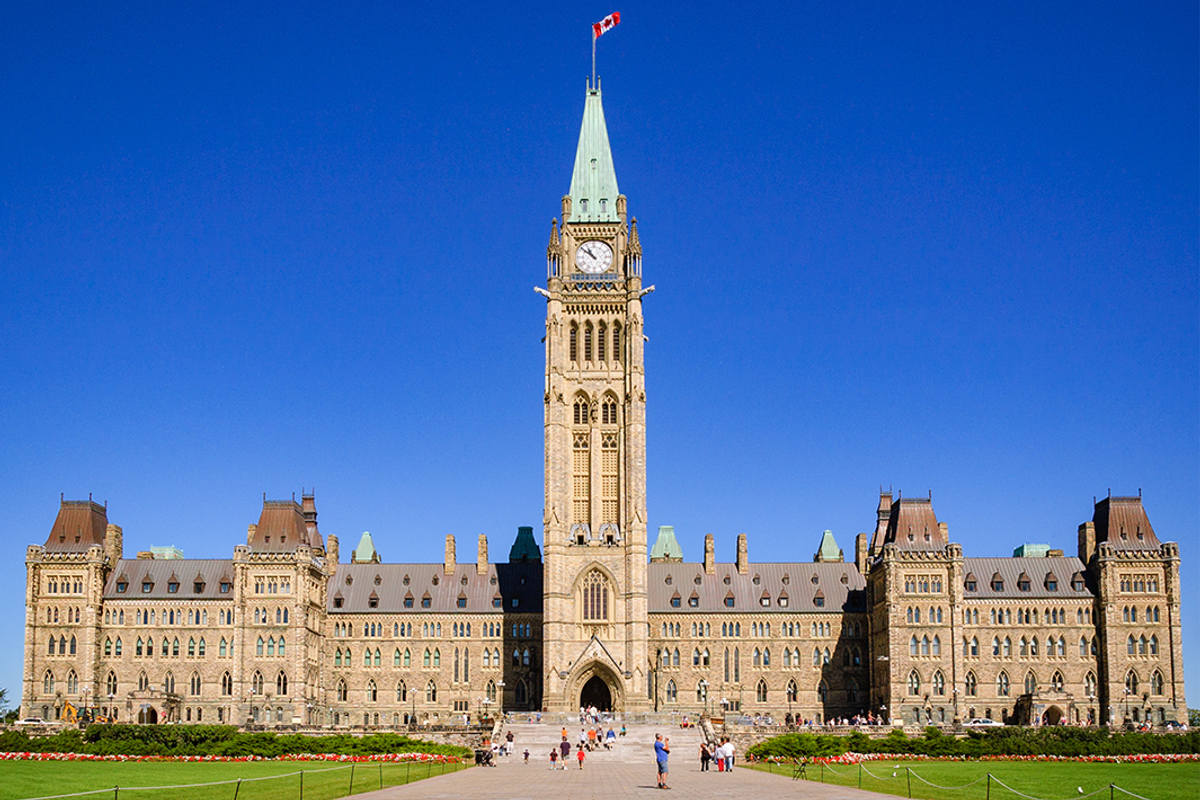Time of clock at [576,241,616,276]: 10:51
